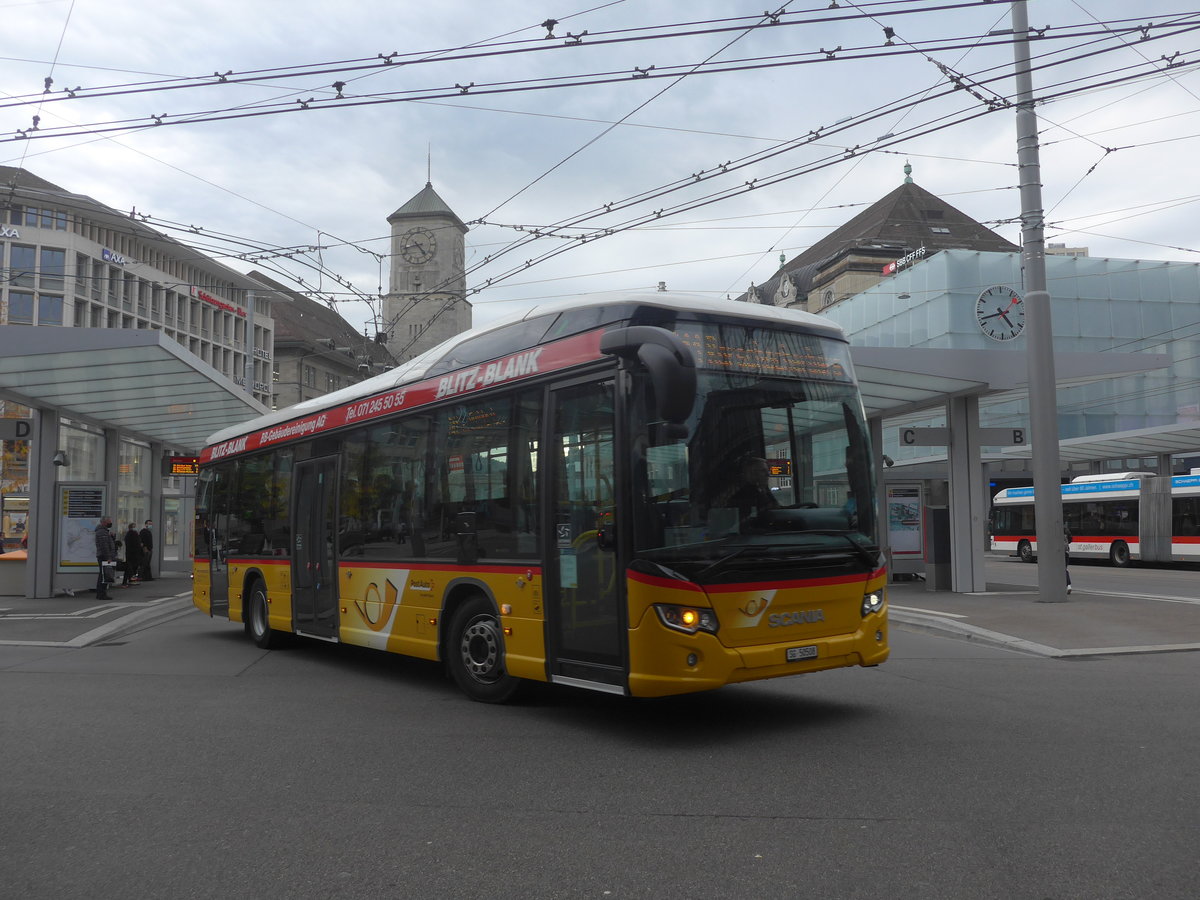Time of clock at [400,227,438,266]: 4:42
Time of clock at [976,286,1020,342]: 4:42
